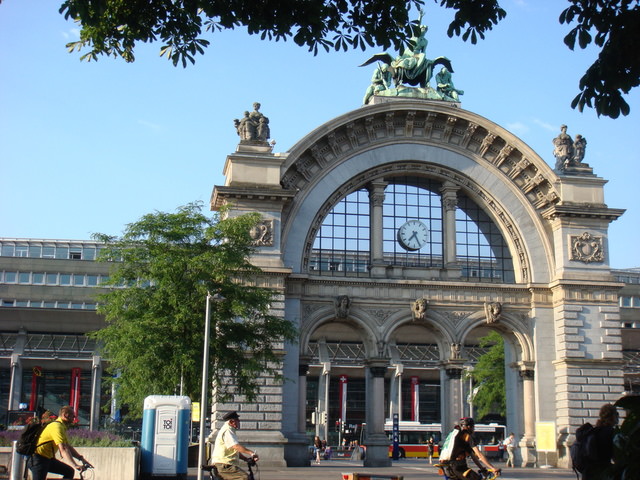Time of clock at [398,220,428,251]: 7:25
